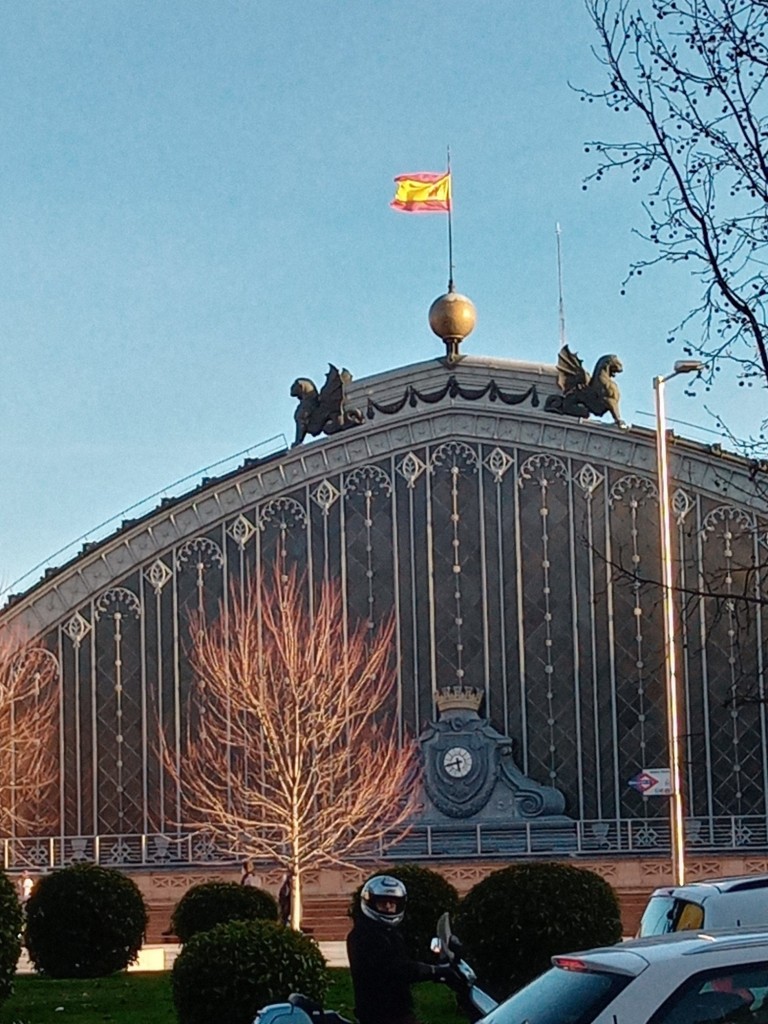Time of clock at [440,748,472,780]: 5:40
